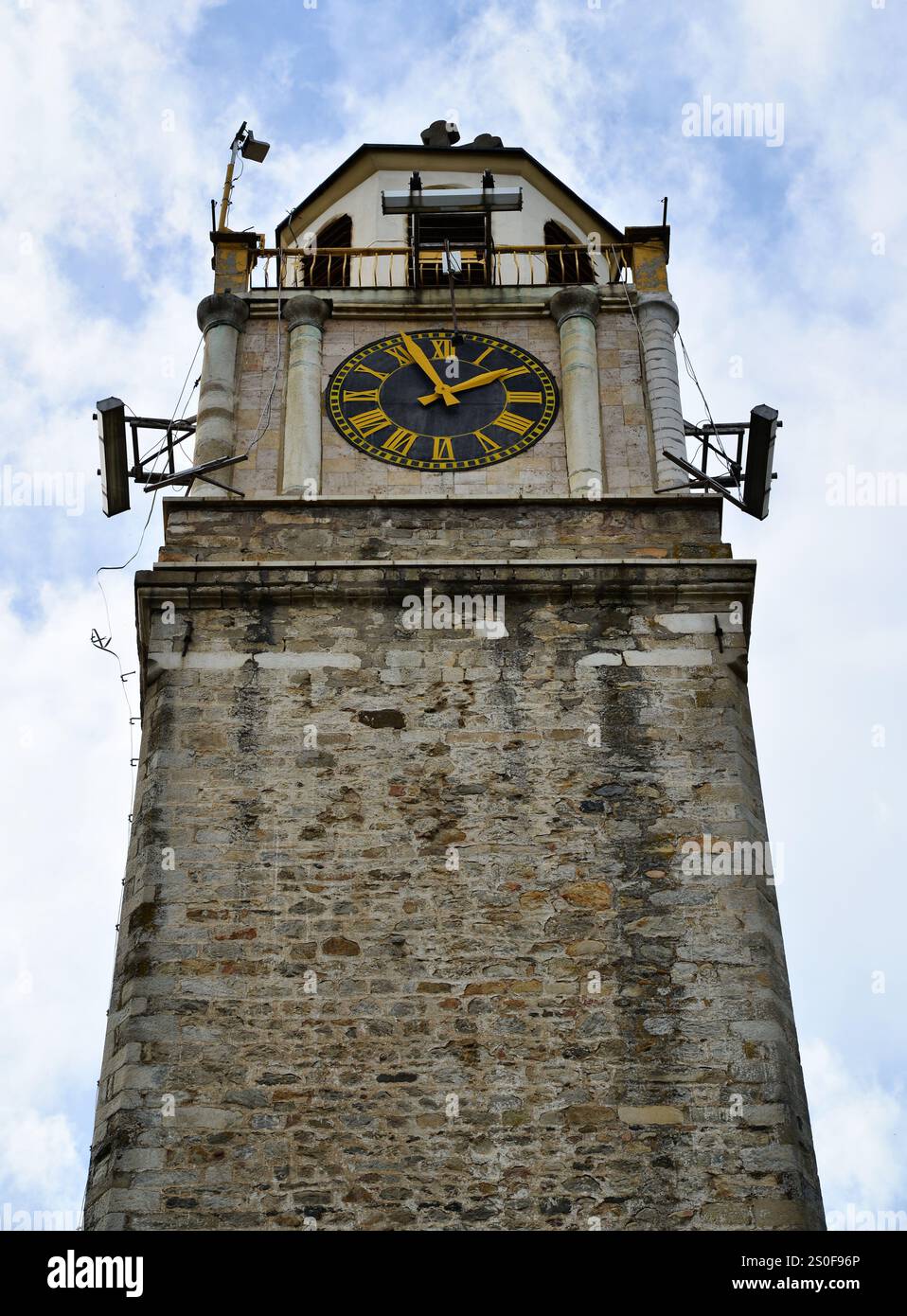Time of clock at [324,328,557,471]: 1:56
